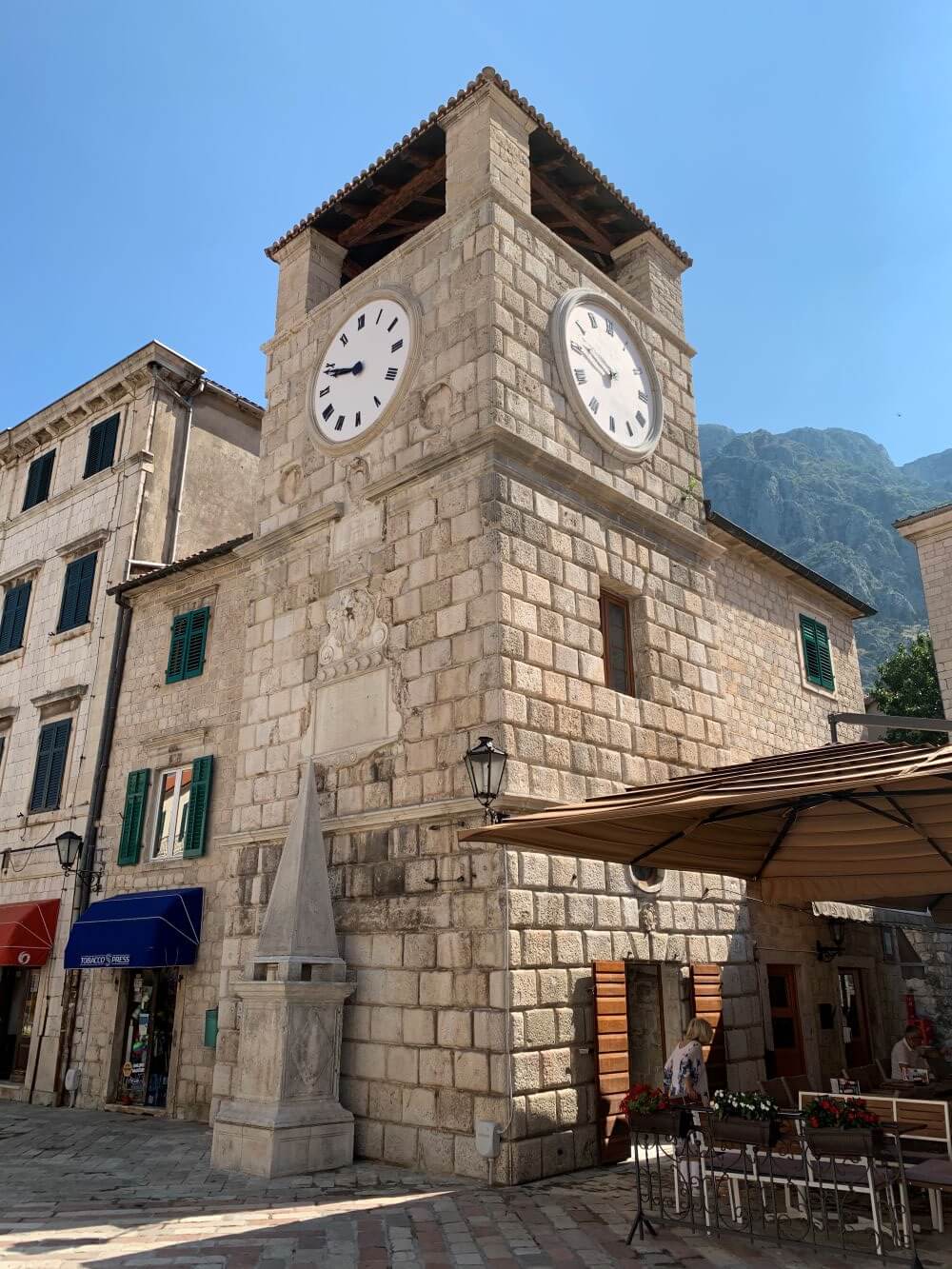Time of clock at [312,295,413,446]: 9:48
